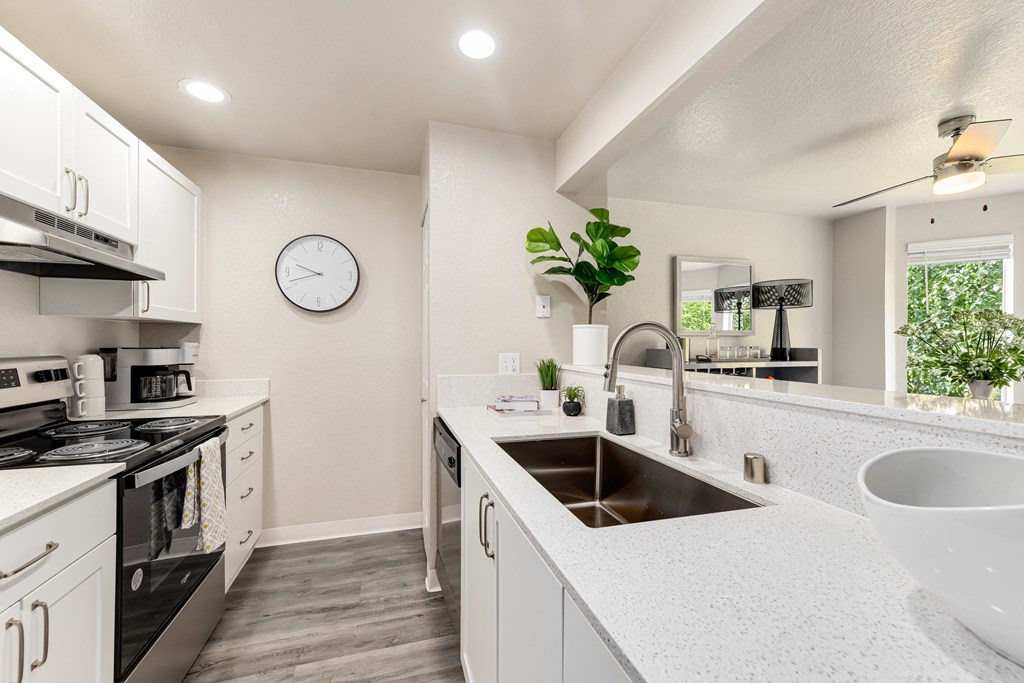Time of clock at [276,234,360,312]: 9:41
